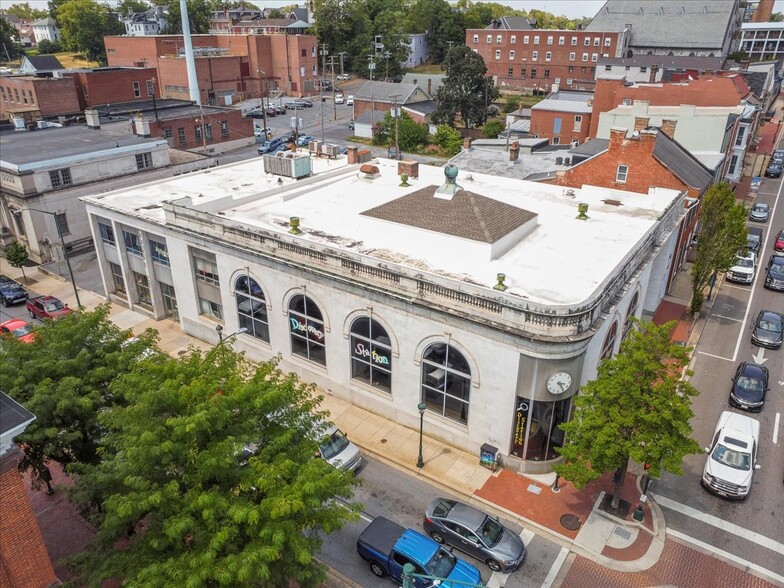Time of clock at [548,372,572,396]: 3:24
